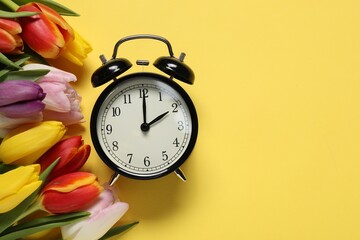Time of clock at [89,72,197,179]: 2:00
